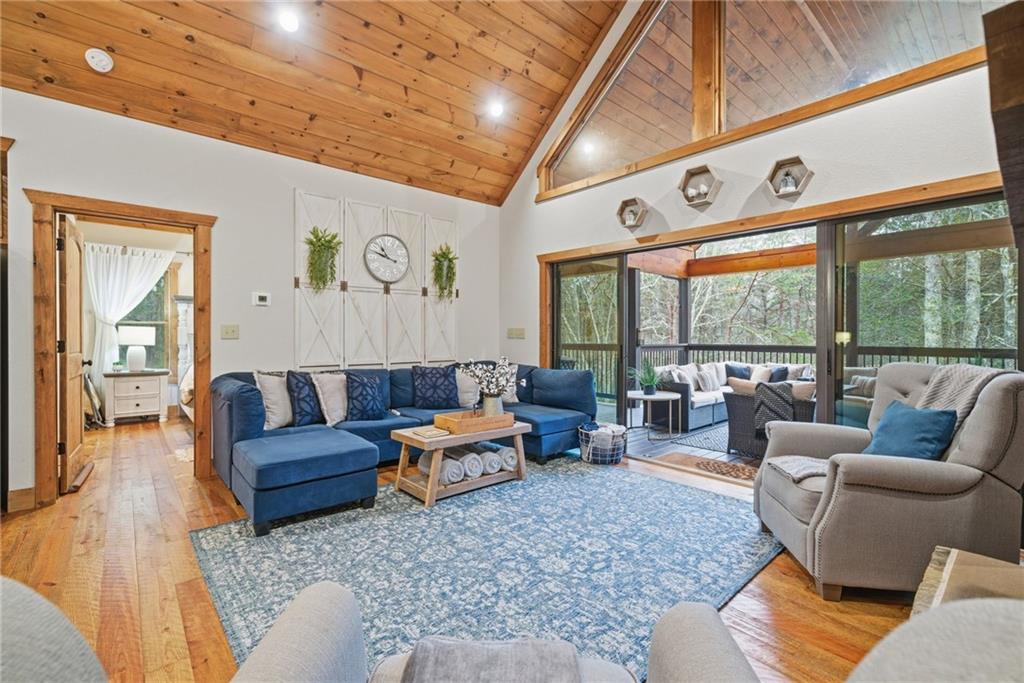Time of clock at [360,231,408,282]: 10:48
